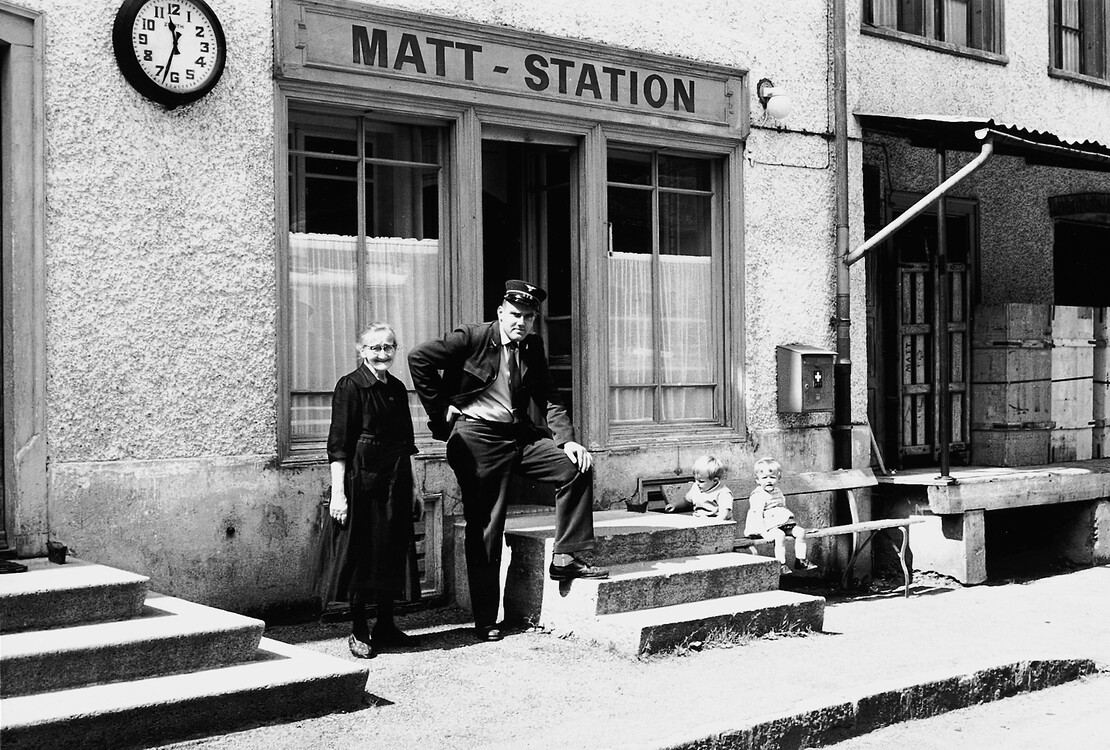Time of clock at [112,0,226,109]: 11:32
